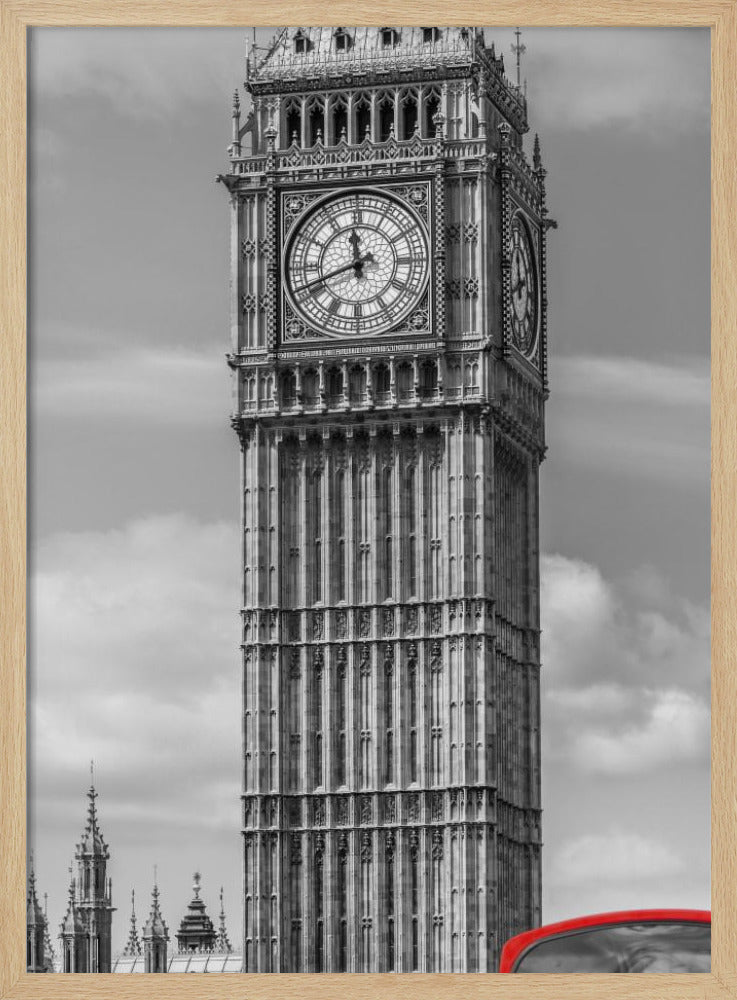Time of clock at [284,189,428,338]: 11:41
